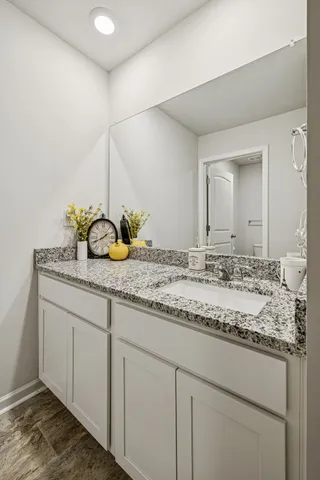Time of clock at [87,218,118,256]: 1:40
